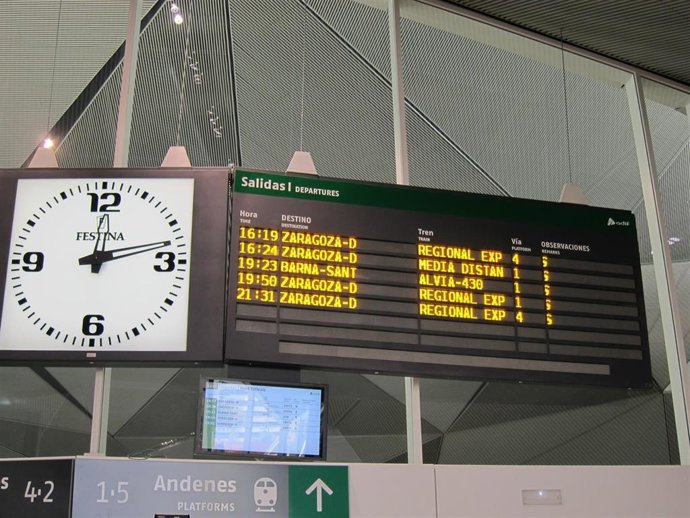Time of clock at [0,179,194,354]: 12:12
